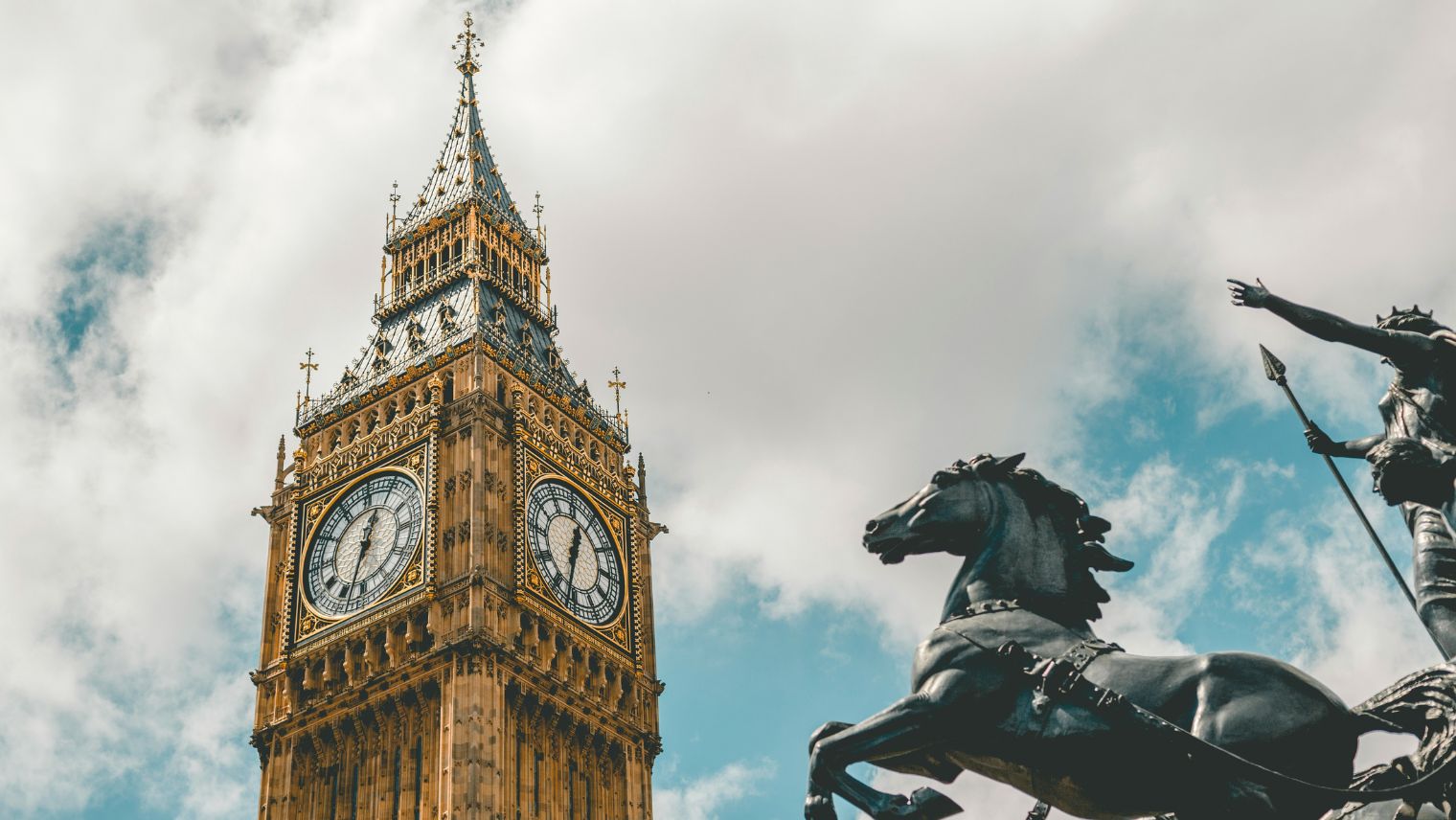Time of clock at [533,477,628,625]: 12:32
